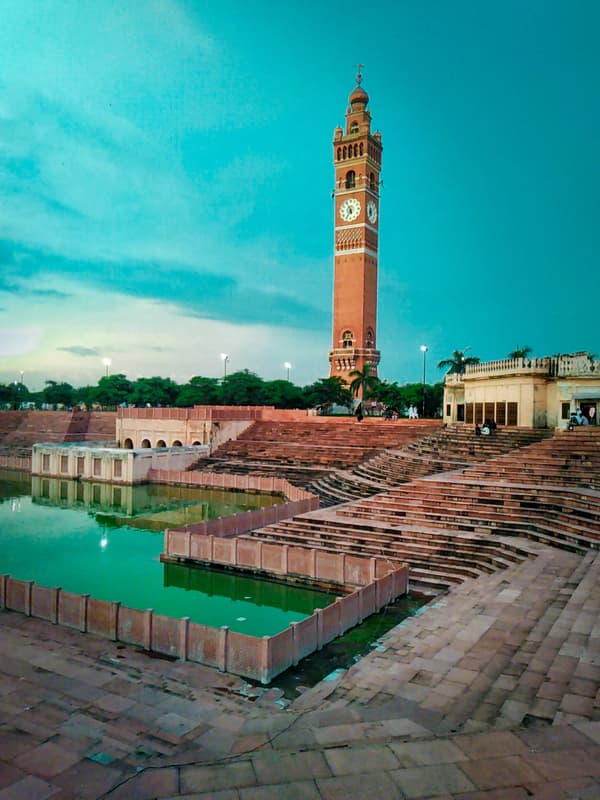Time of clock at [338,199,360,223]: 5:35
